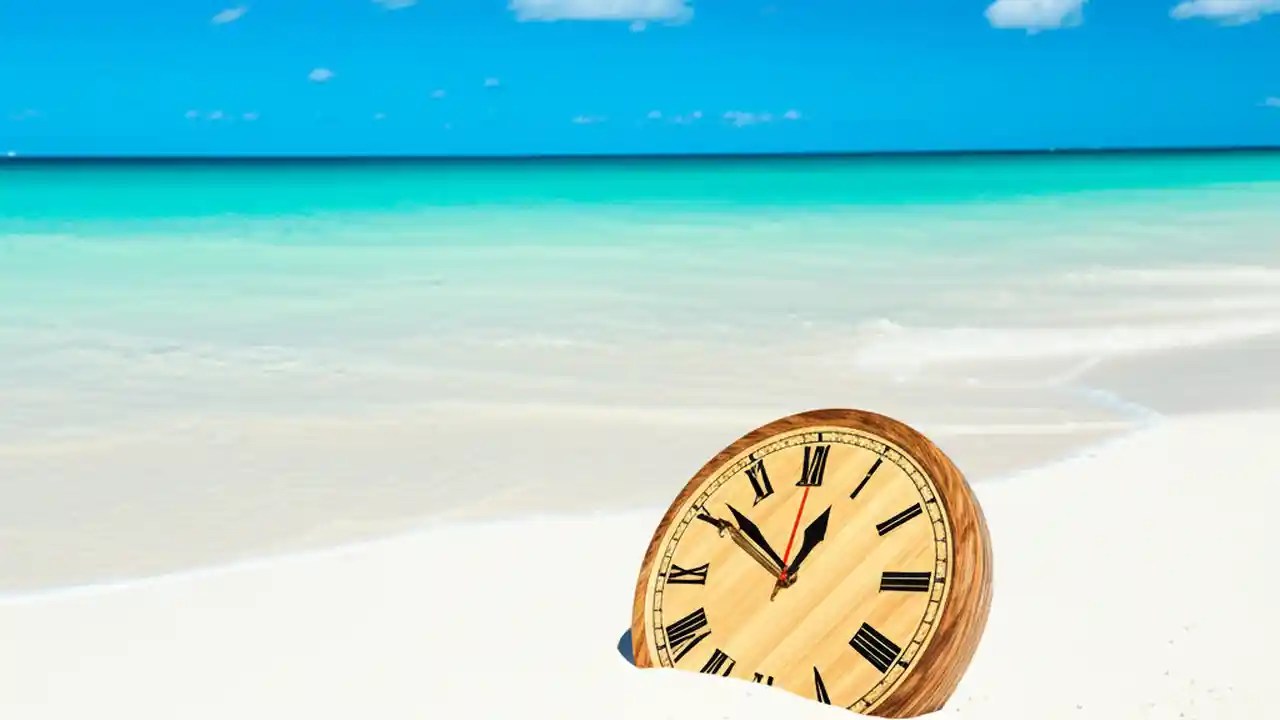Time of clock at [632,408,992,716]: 12:51
